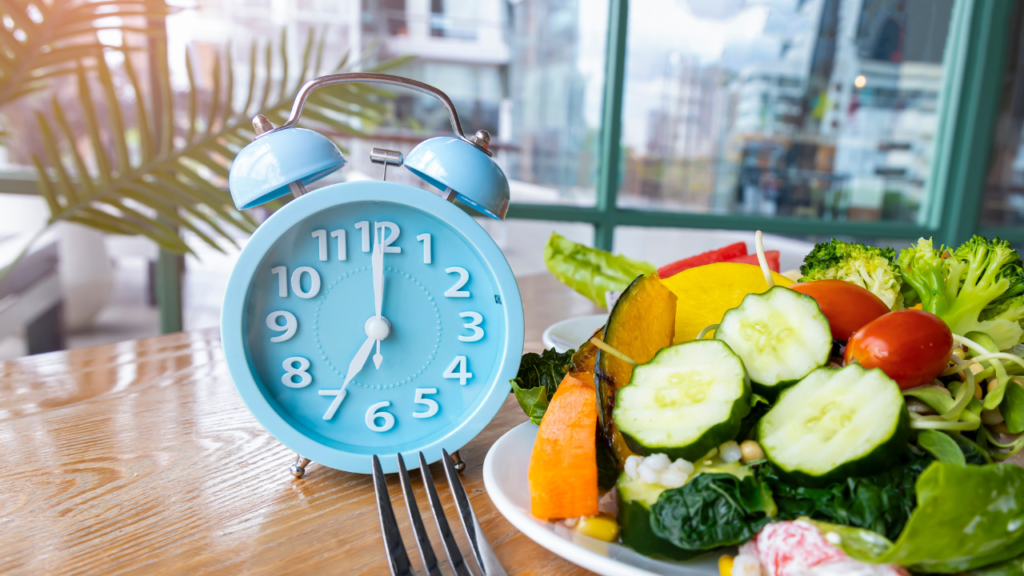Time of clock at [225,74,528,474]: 7:00
